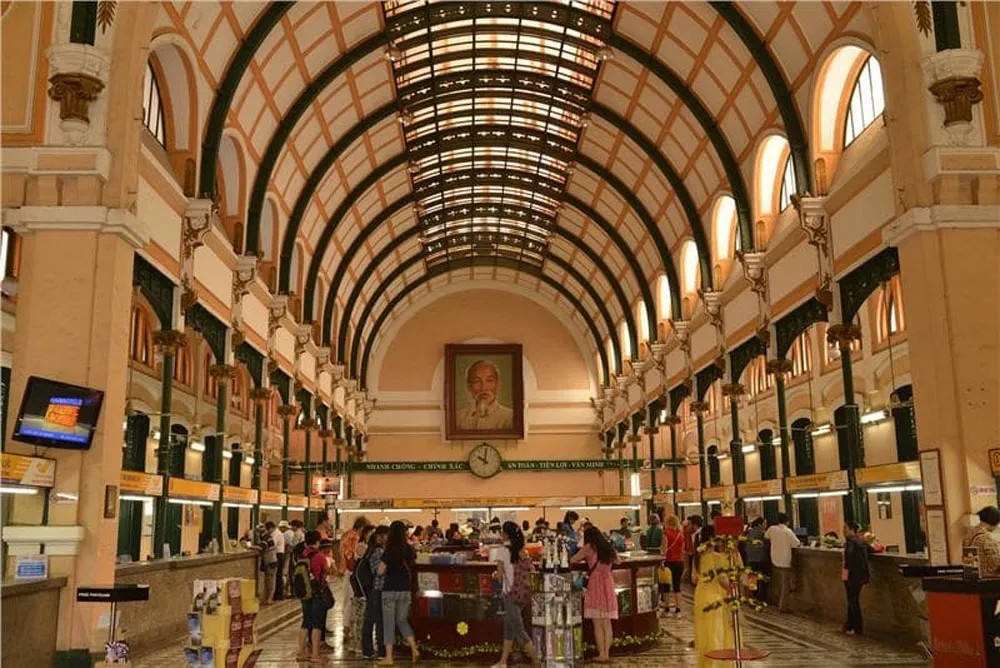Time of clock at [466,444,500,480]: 10:00
